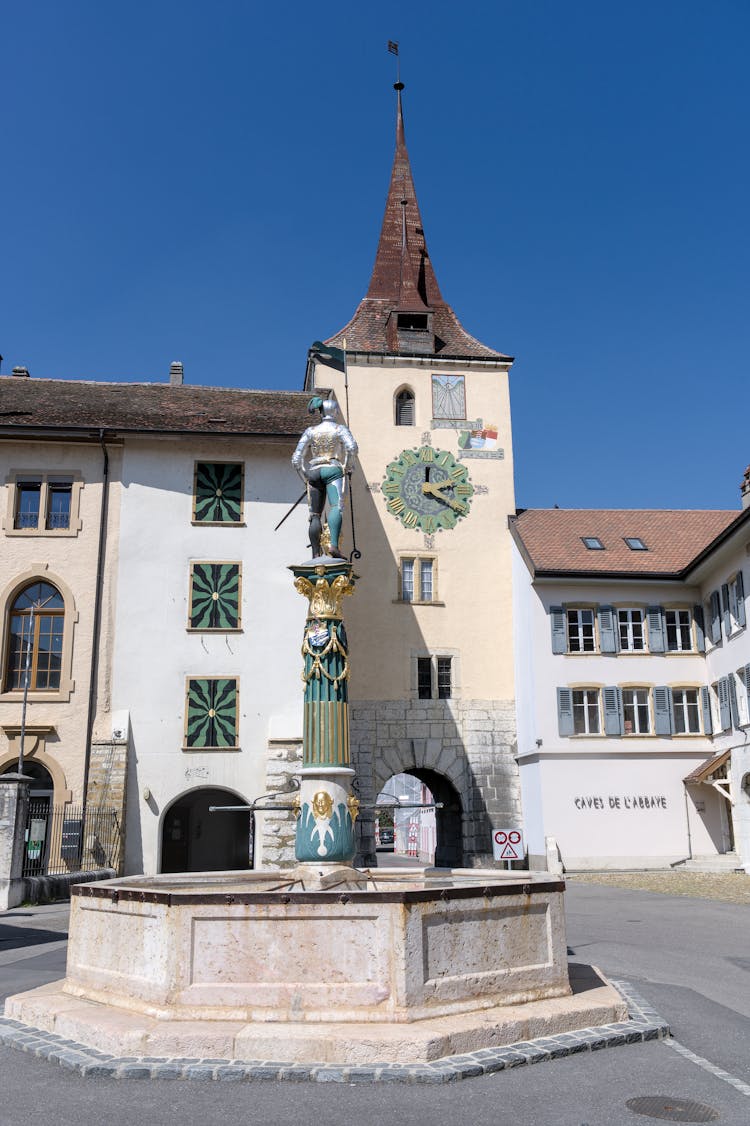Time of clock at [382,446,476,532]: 12:19
